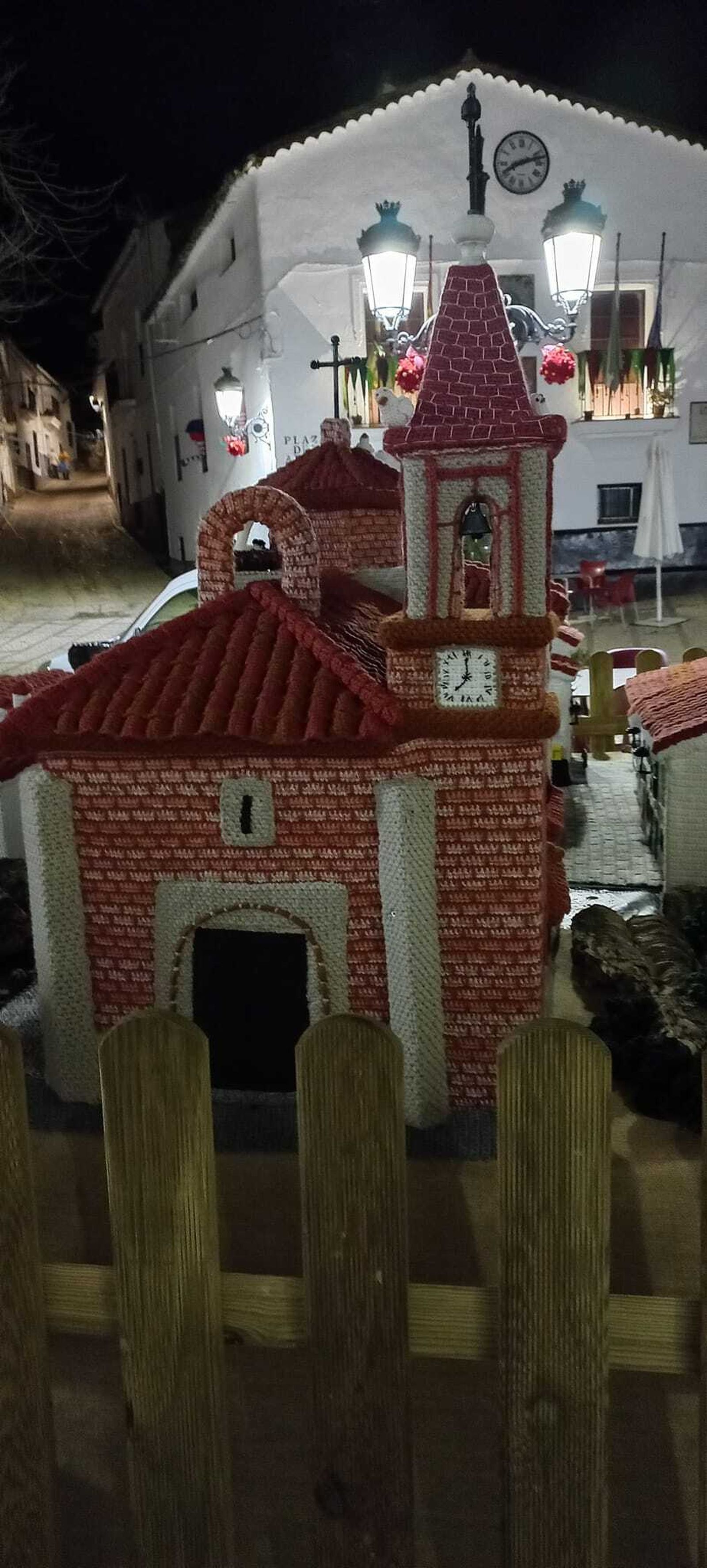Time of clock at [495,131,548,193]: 8:12
